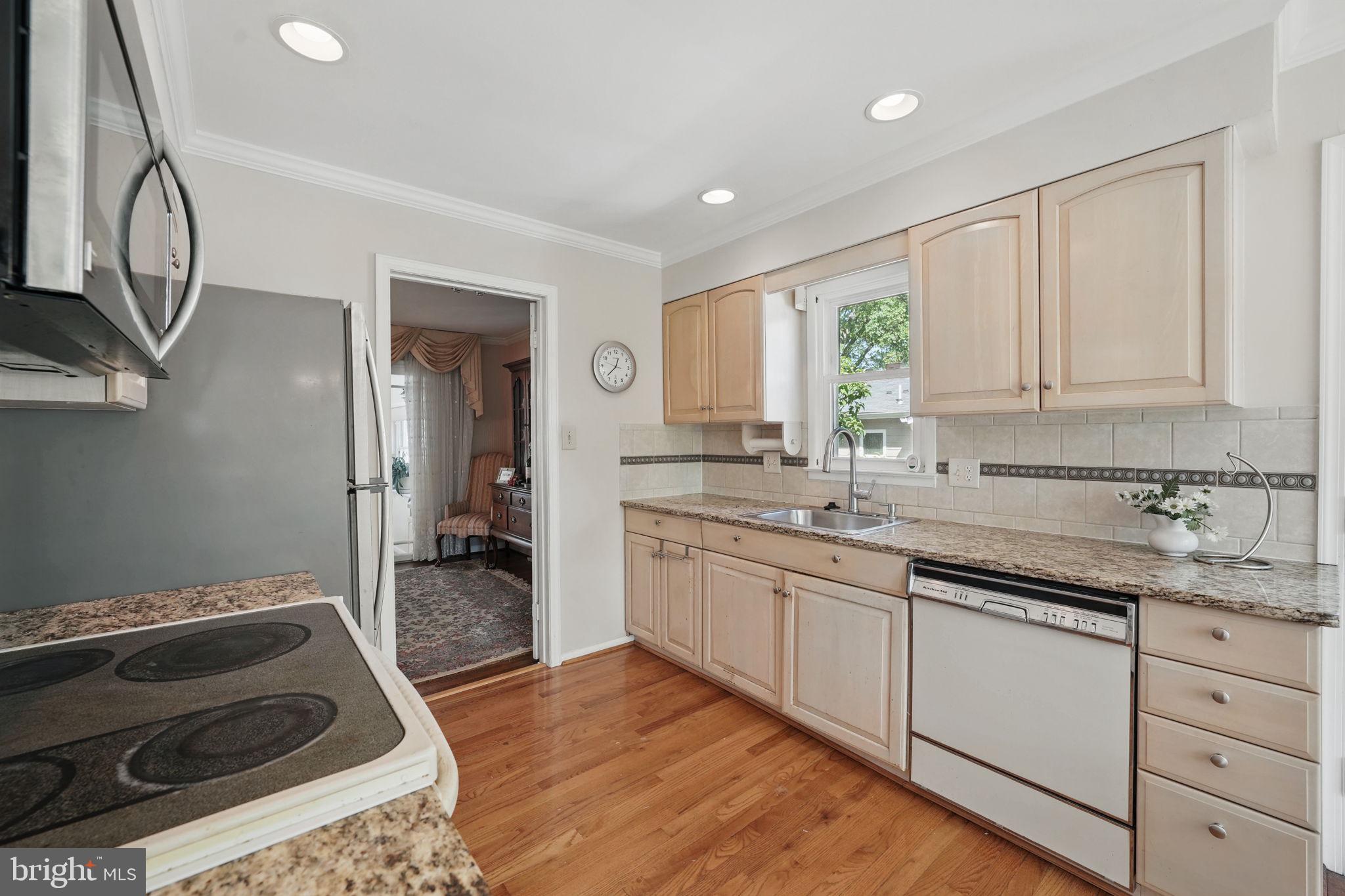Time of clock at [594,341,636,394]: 12:37
